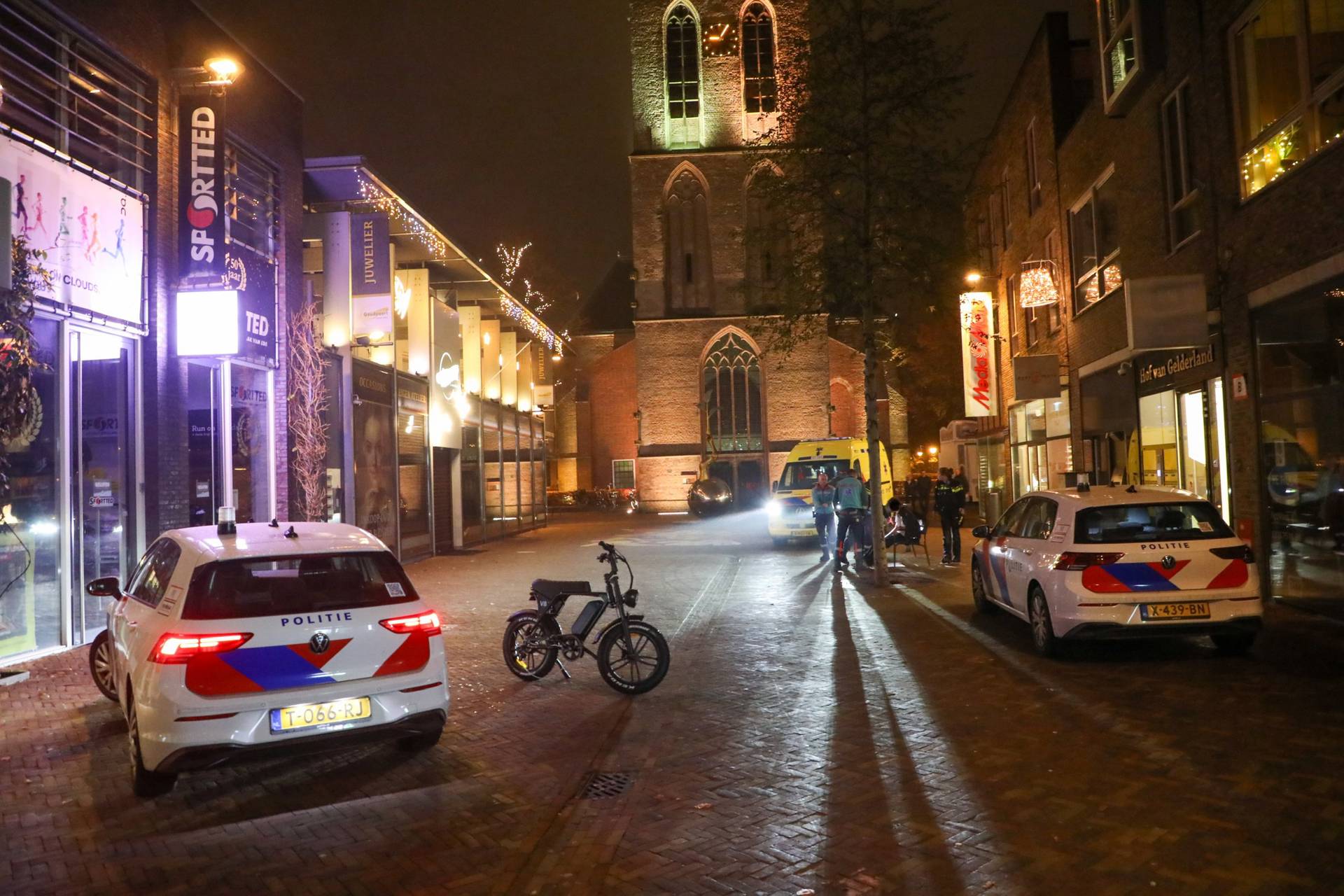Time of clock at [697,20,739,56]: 9:05
